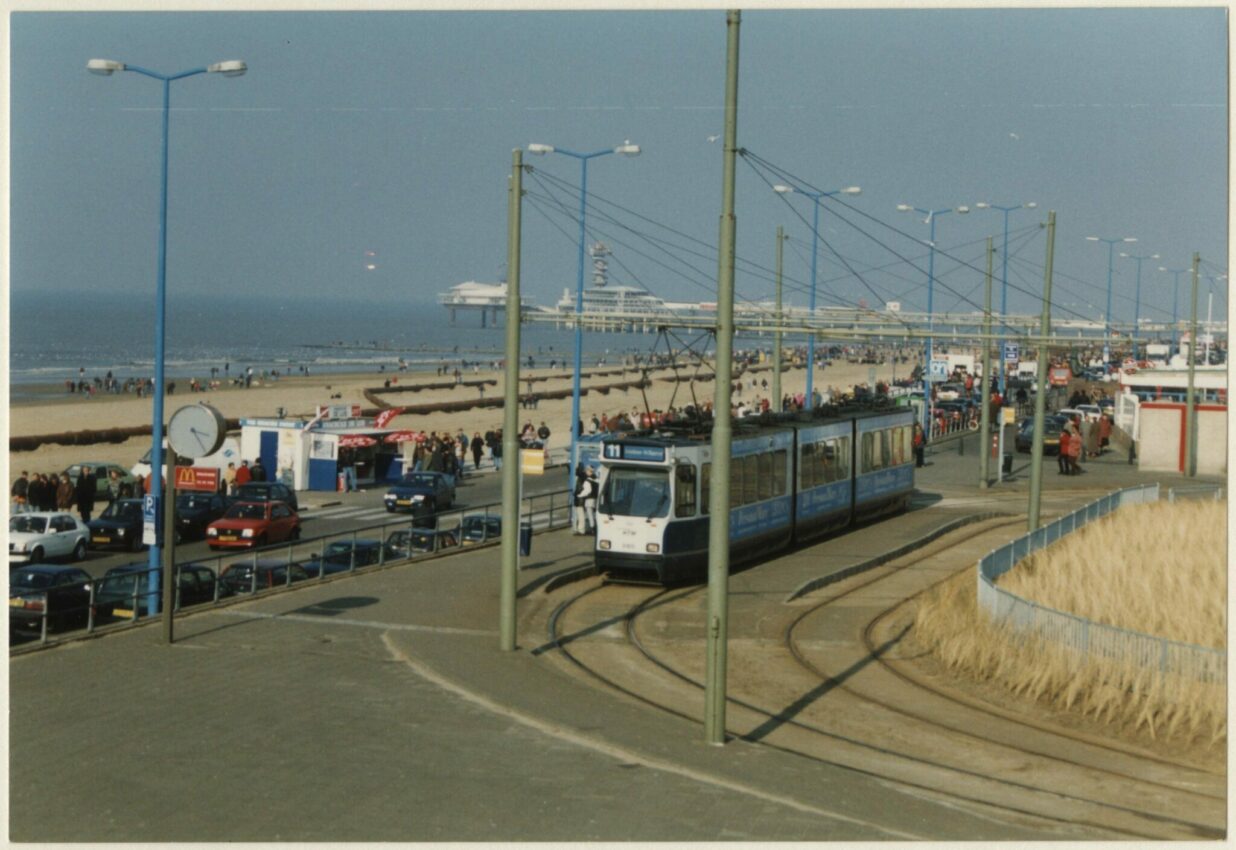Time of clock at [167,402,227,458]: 3:24
